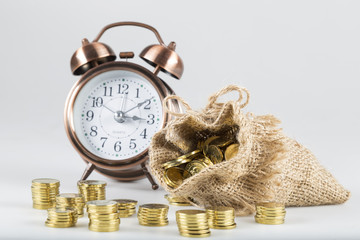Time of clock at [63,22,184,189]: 3:09
